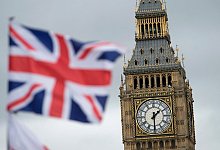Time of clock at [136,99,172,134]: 1:30
